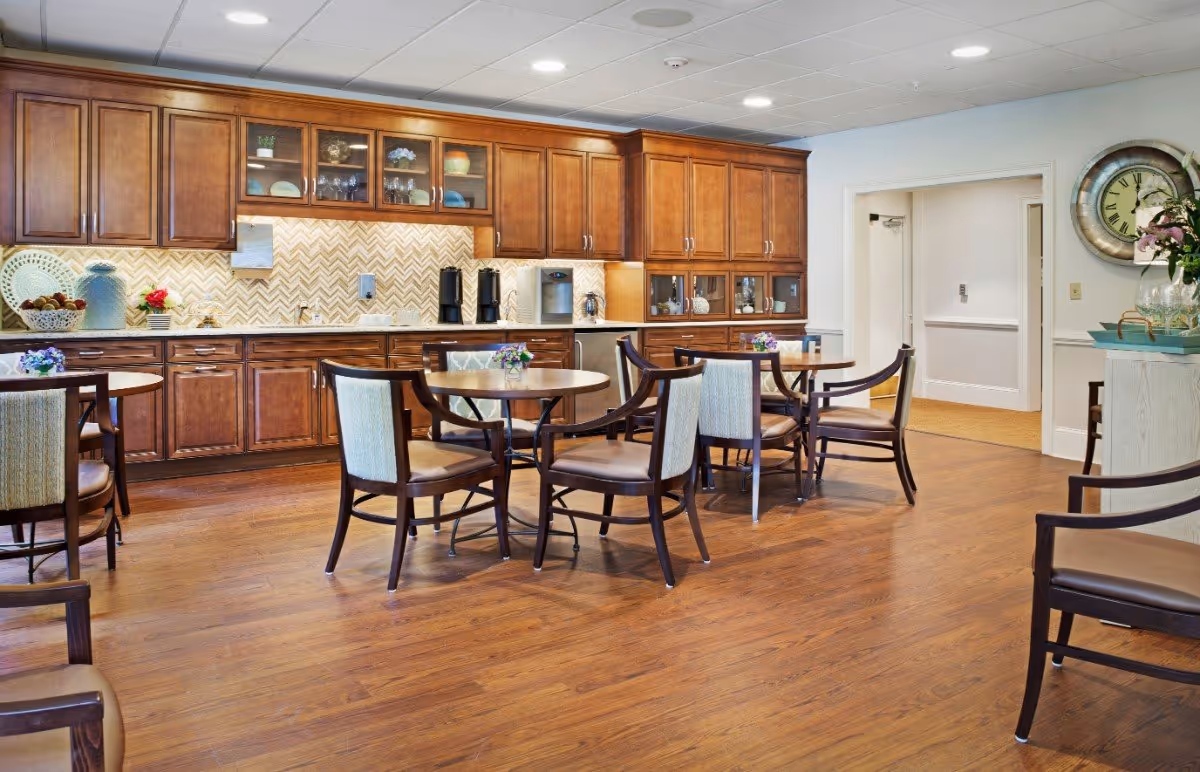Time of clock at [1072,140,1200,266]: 2:01
